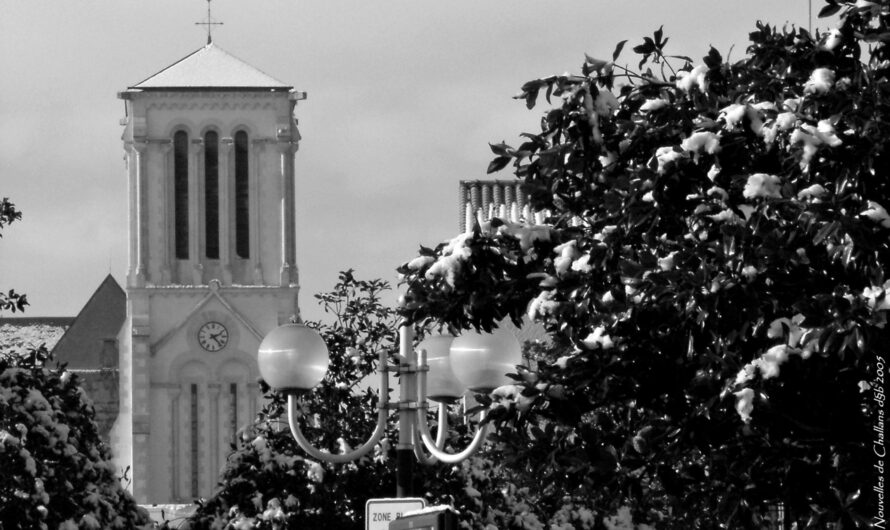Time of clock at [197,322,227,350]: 2:23
